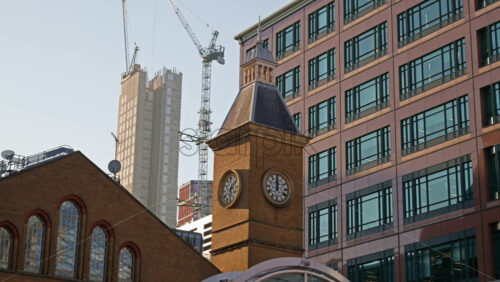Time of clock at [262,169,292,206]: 12:00
